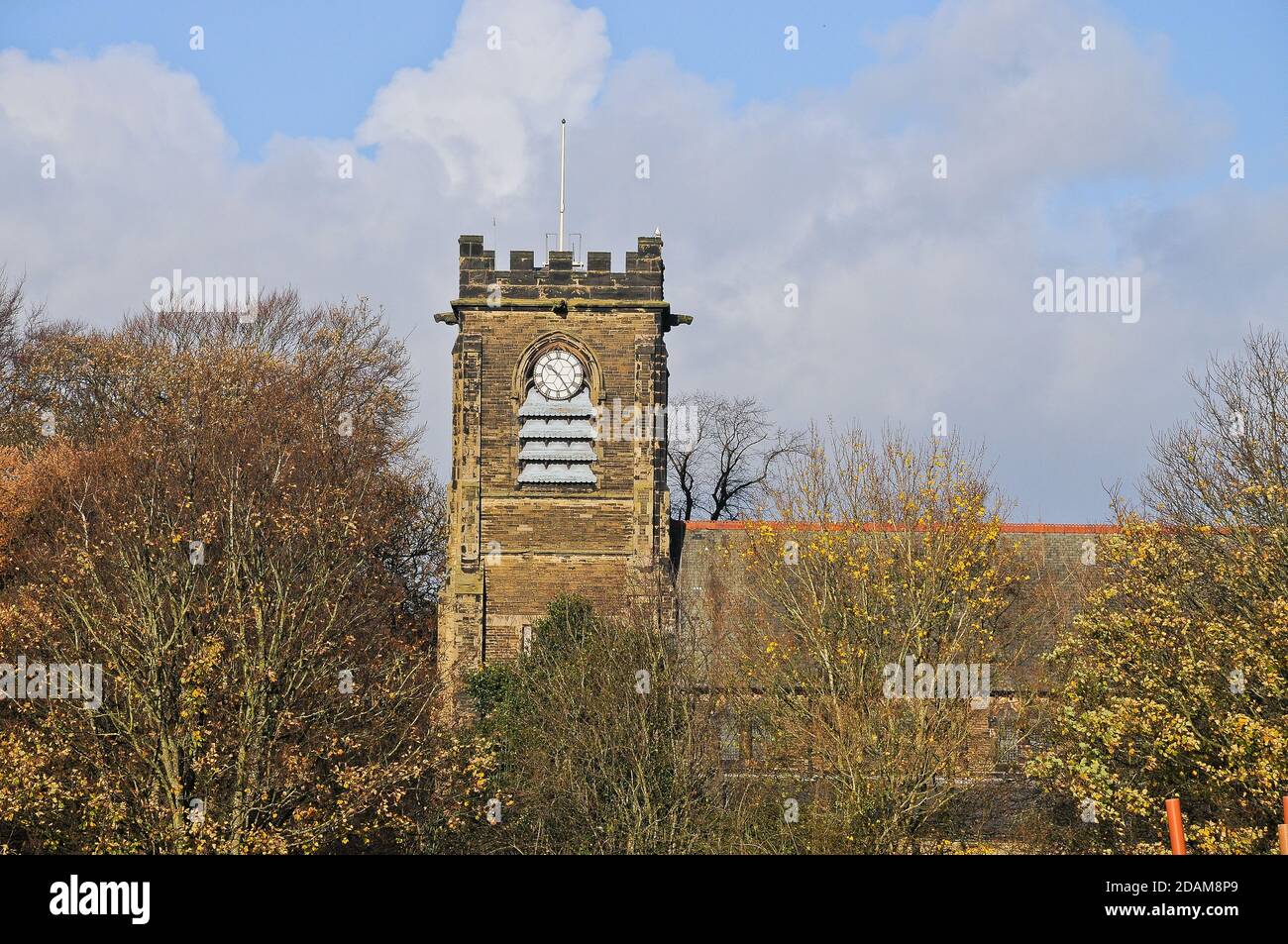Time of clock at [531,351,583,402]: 10:24
